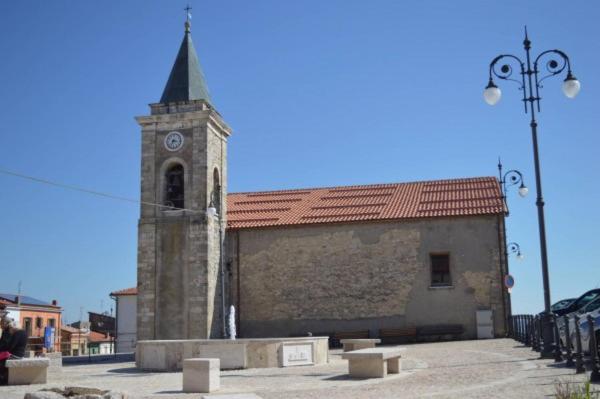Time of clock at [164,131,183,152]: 7:16
